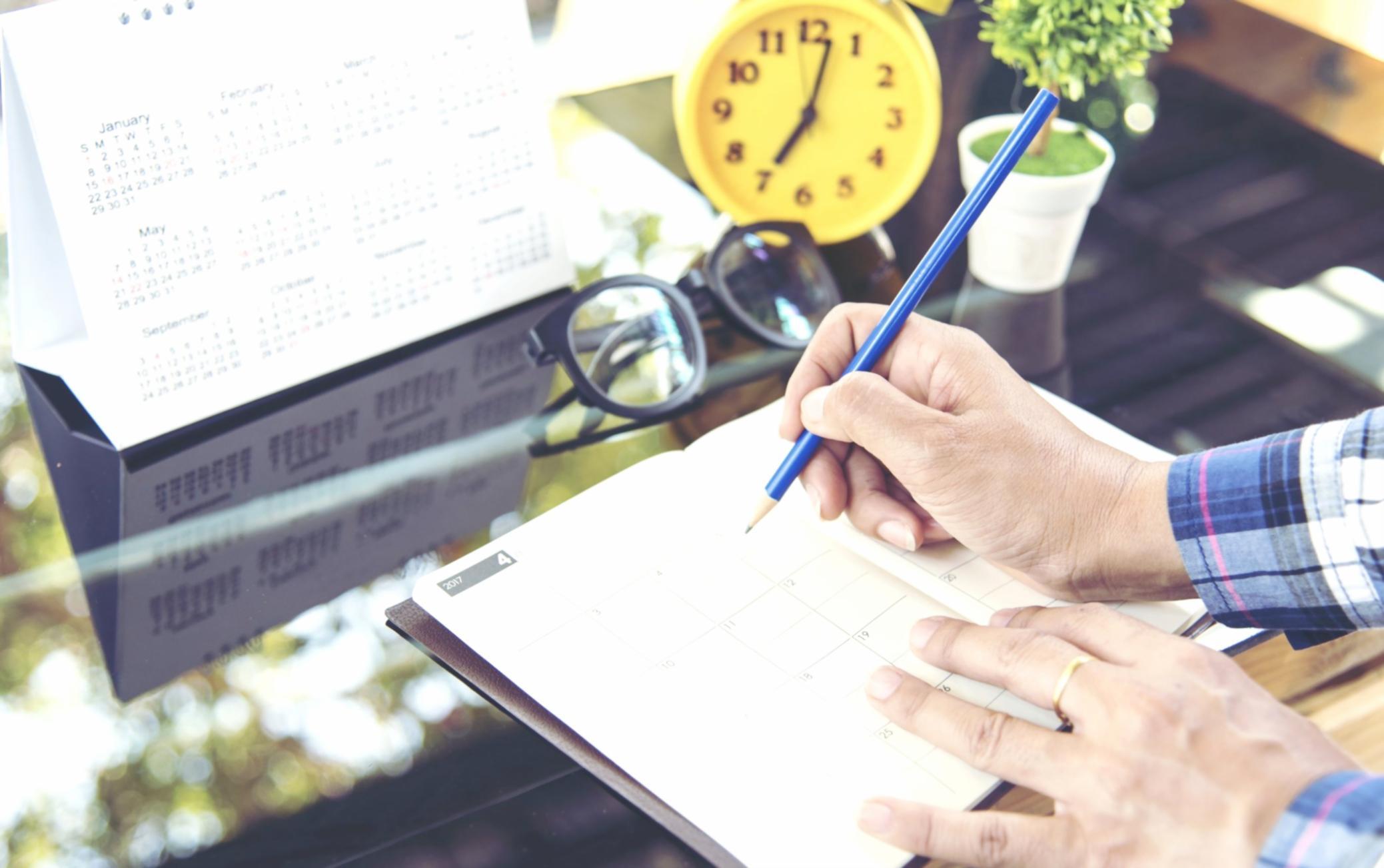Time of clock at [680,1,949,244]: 7:02
